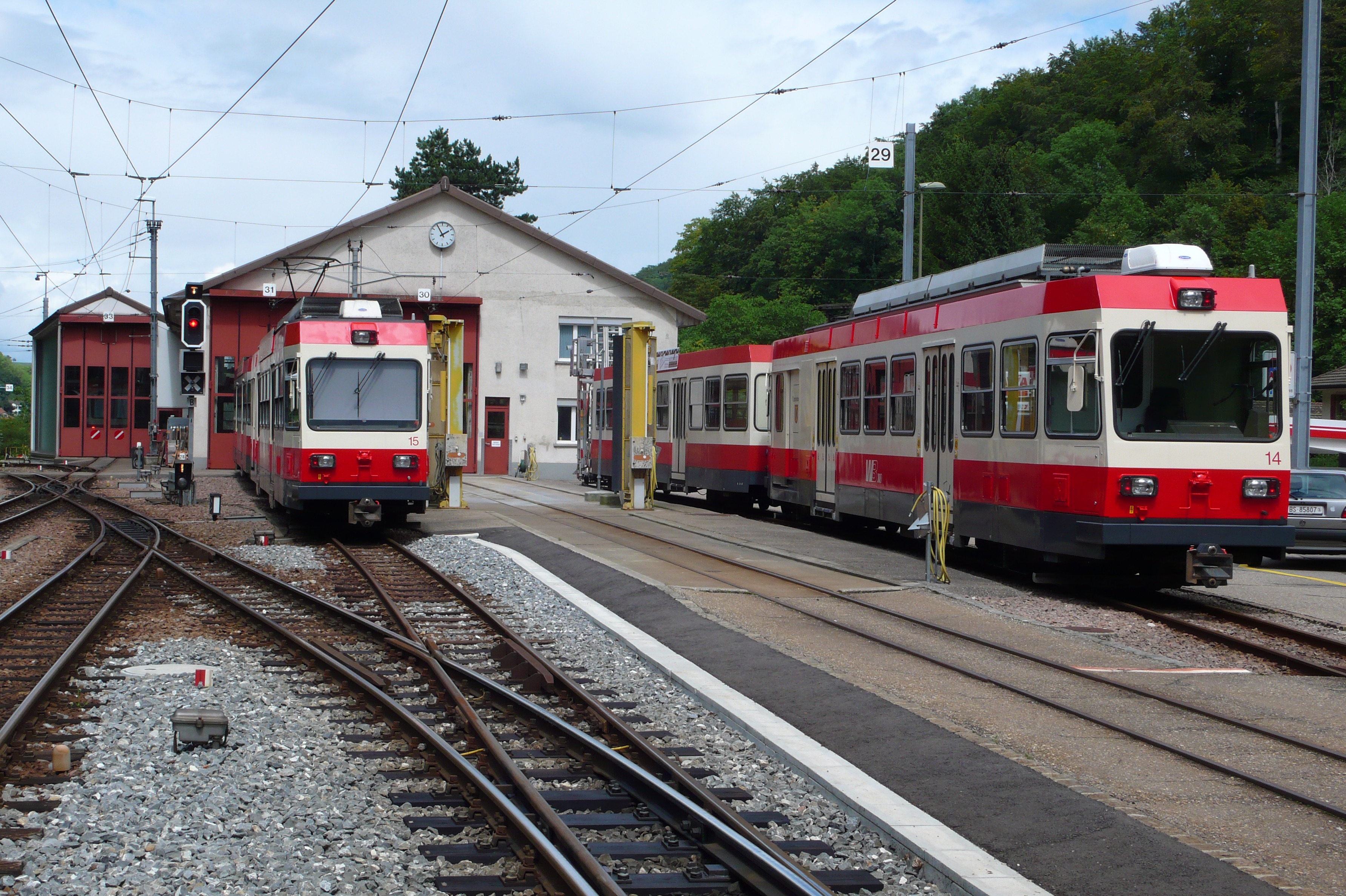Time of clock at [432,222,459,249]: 1:55
